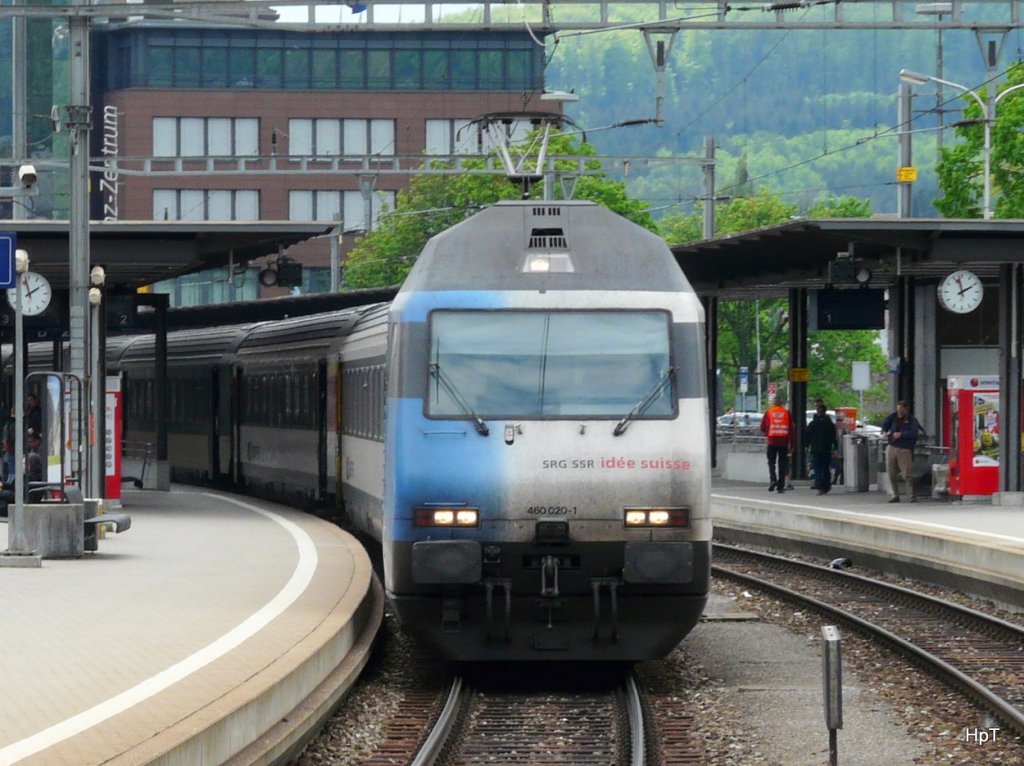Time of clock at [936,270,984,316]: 1:57
